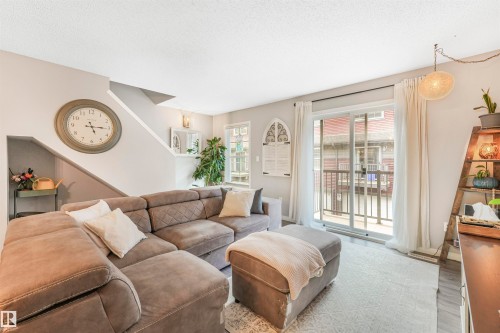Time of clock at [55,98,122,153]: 5:15
